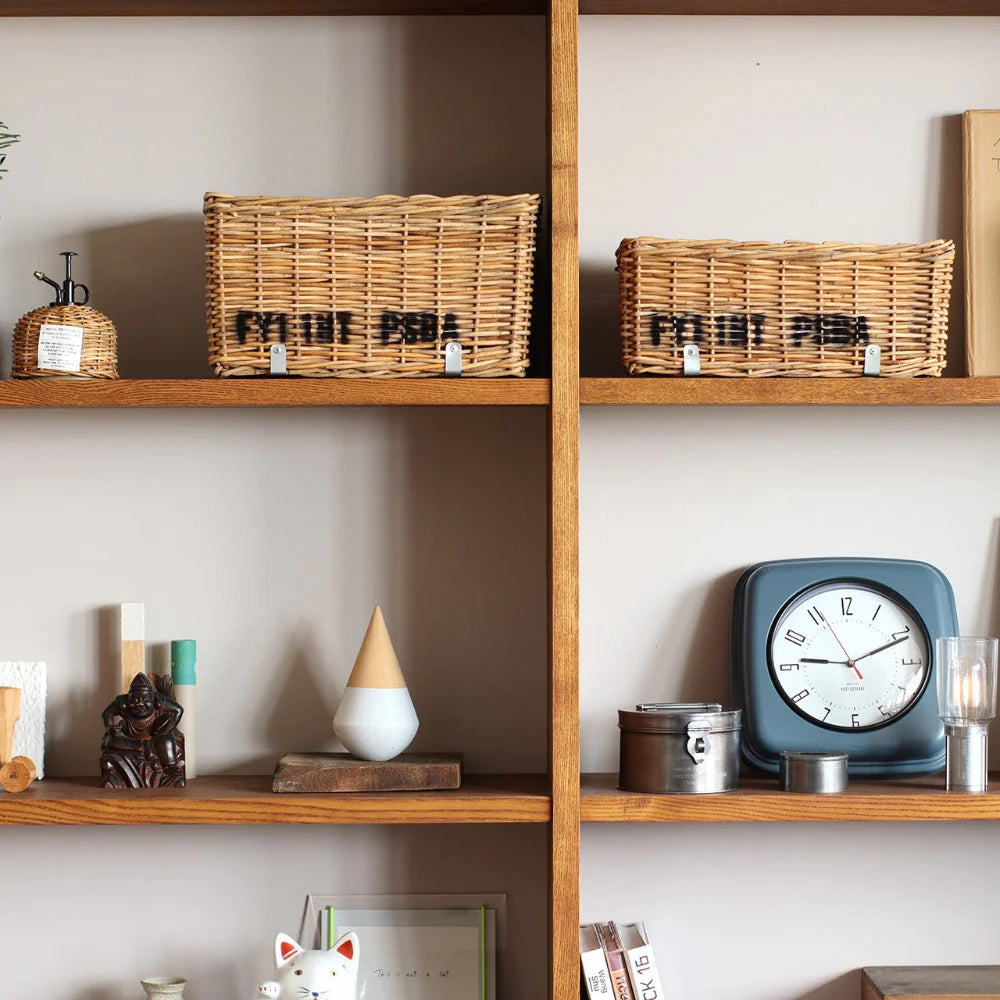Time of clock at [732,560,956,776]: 9:10
